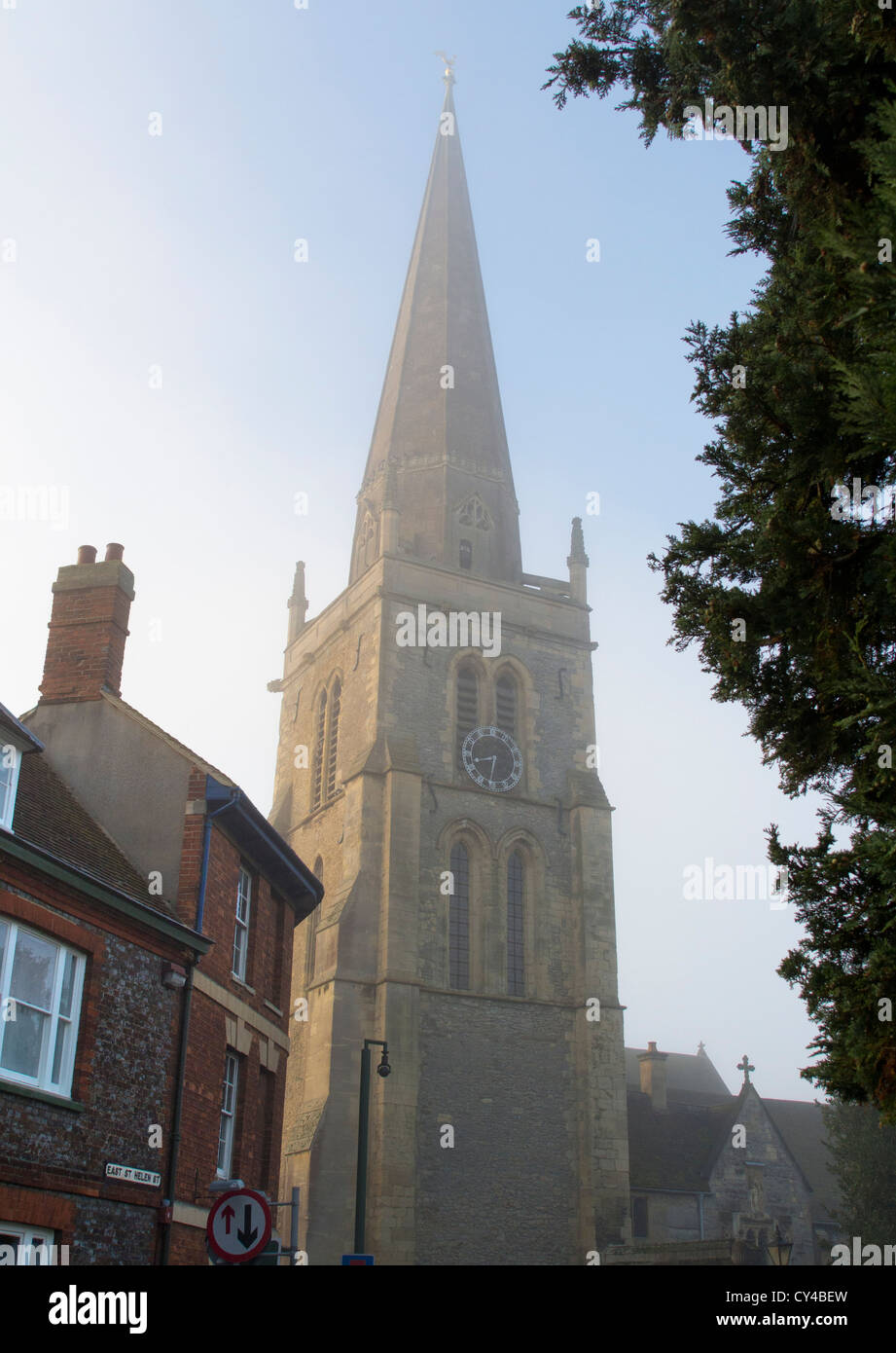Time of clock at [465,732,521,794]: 8:32
